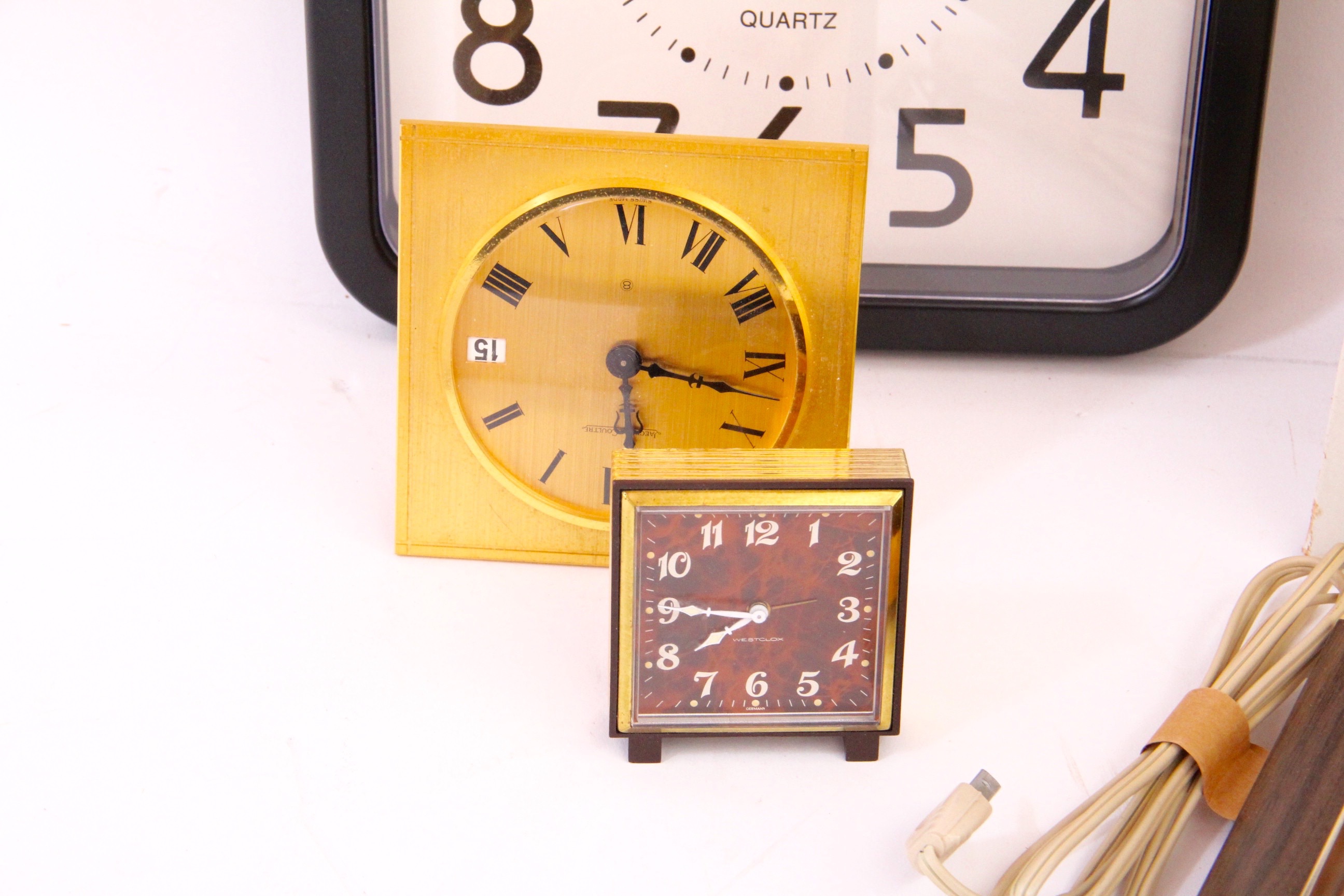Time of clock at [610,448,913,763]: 7:45
